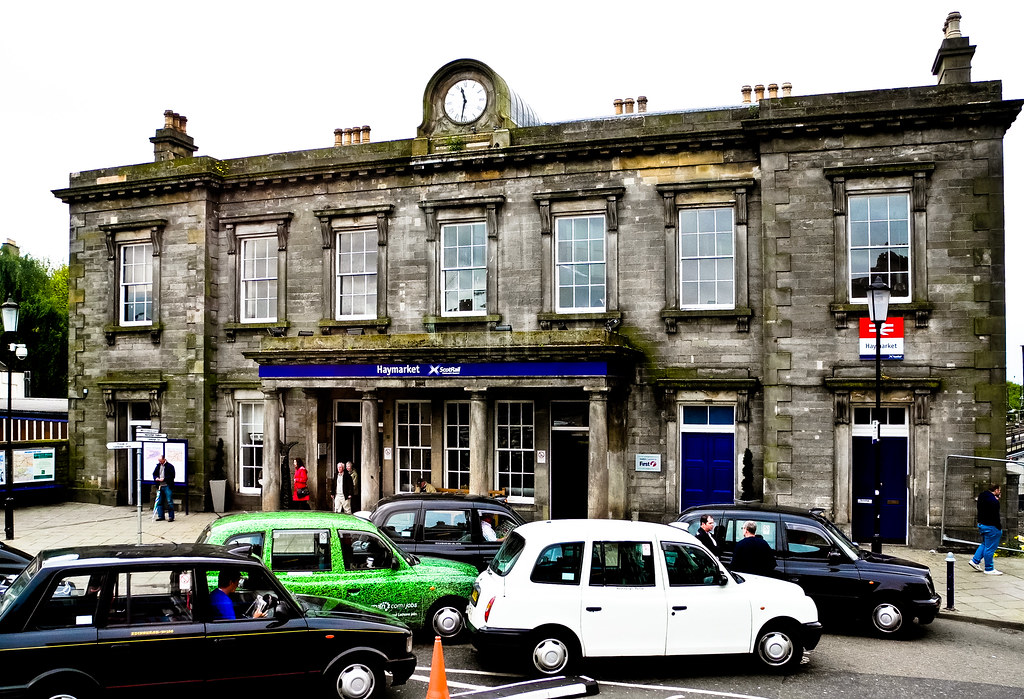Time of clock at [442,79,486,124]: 11:31
